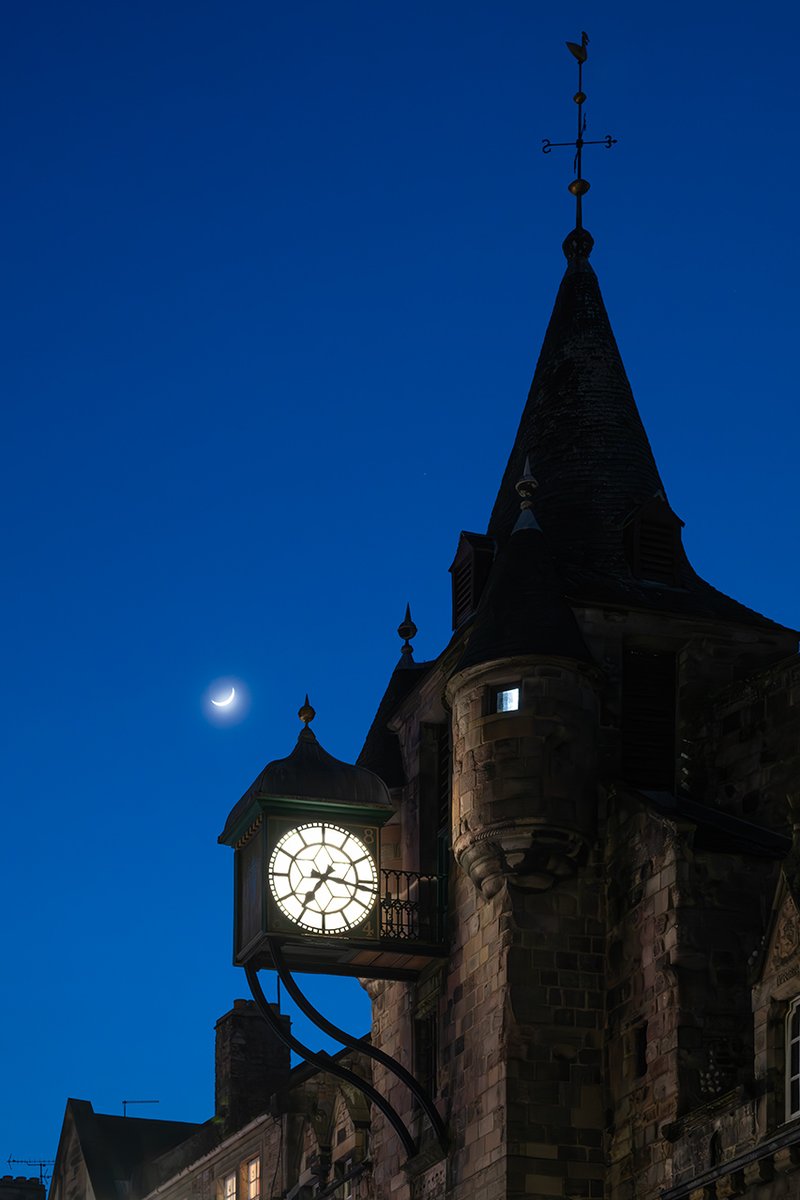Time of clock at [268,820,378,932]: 7:16
